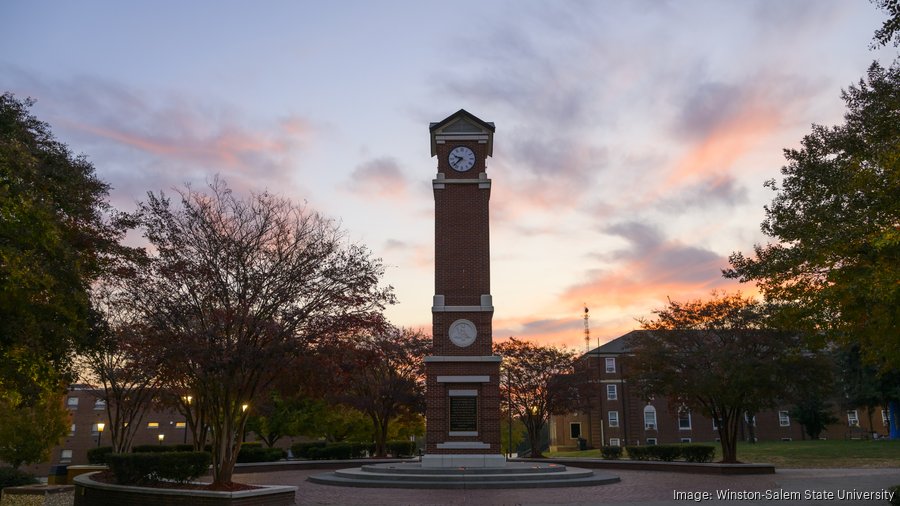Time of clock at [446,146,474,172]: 9:38
